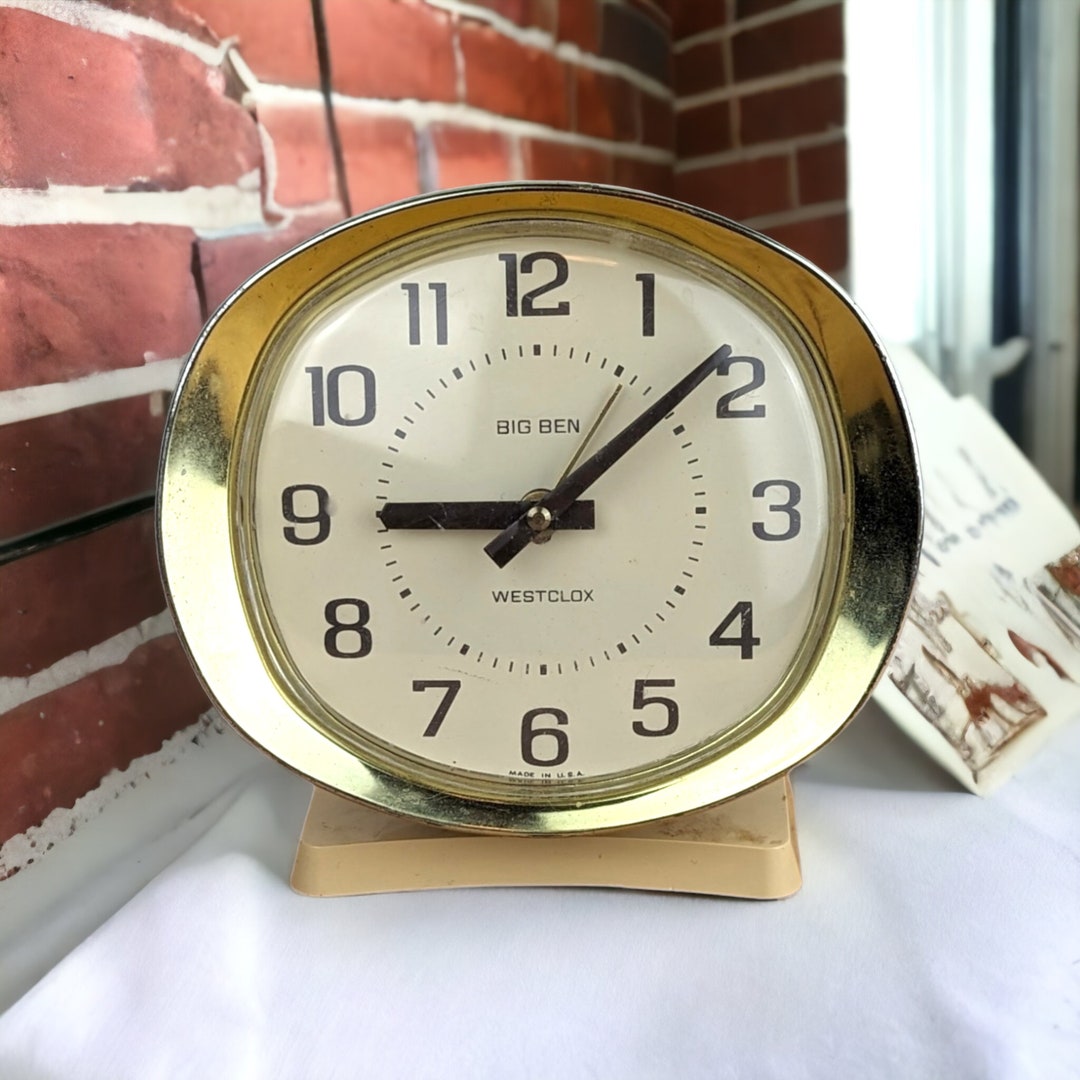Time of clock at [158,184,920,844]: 9:08
